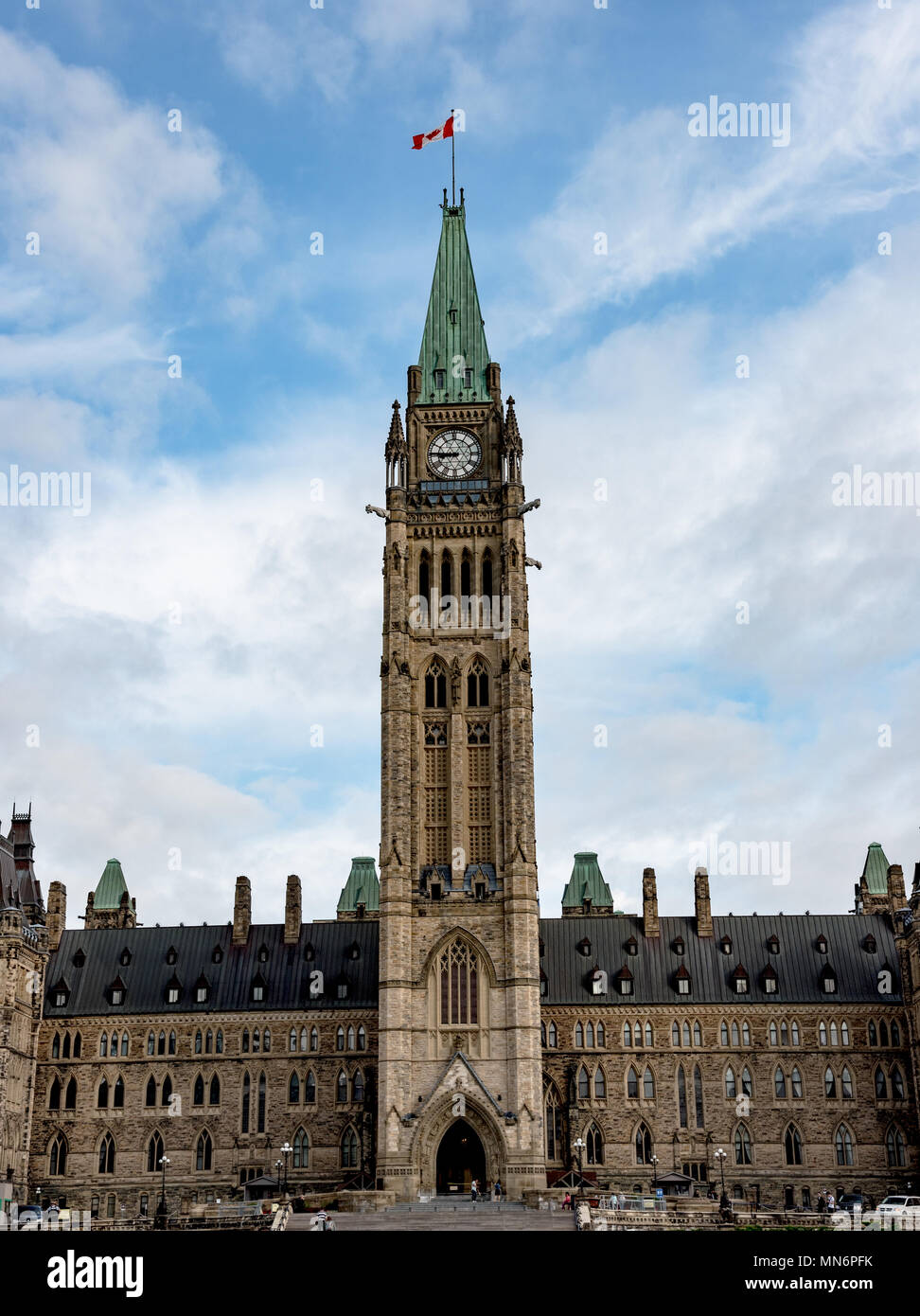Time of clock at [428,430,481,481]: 8:45
